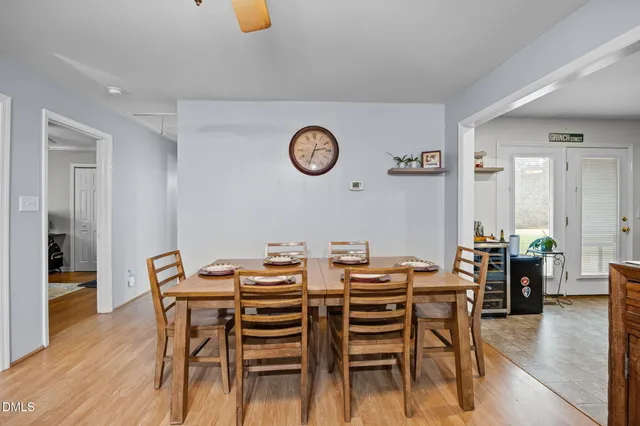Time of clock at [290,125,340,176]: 2:33
